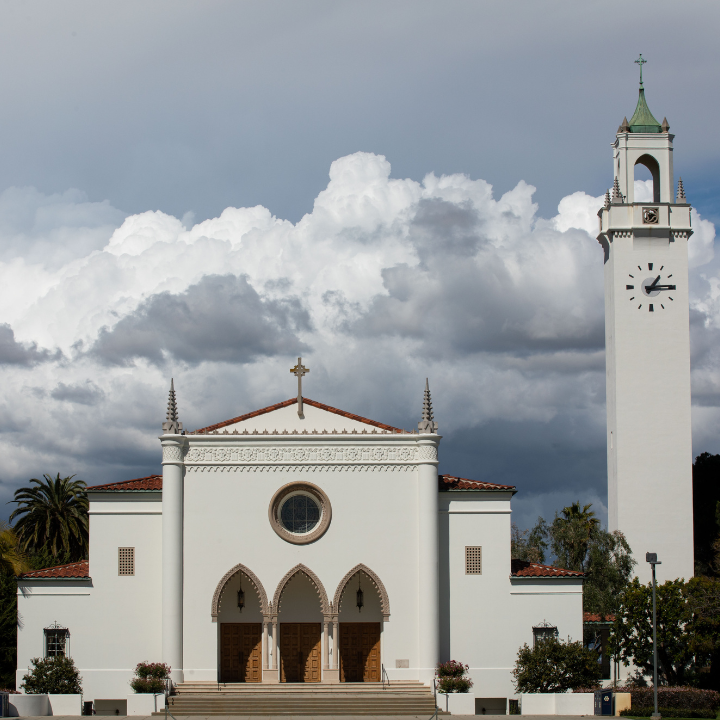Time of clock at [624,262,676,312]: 1:14
